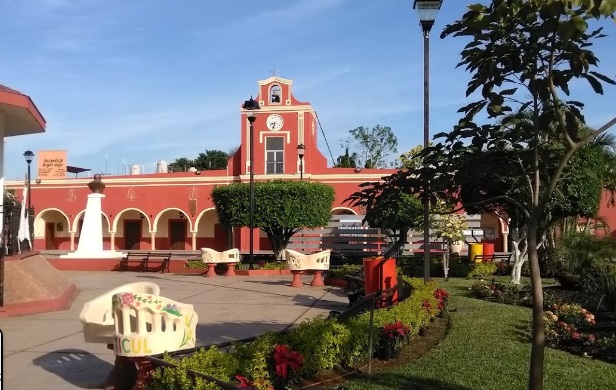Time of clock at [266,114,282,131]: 8:32
